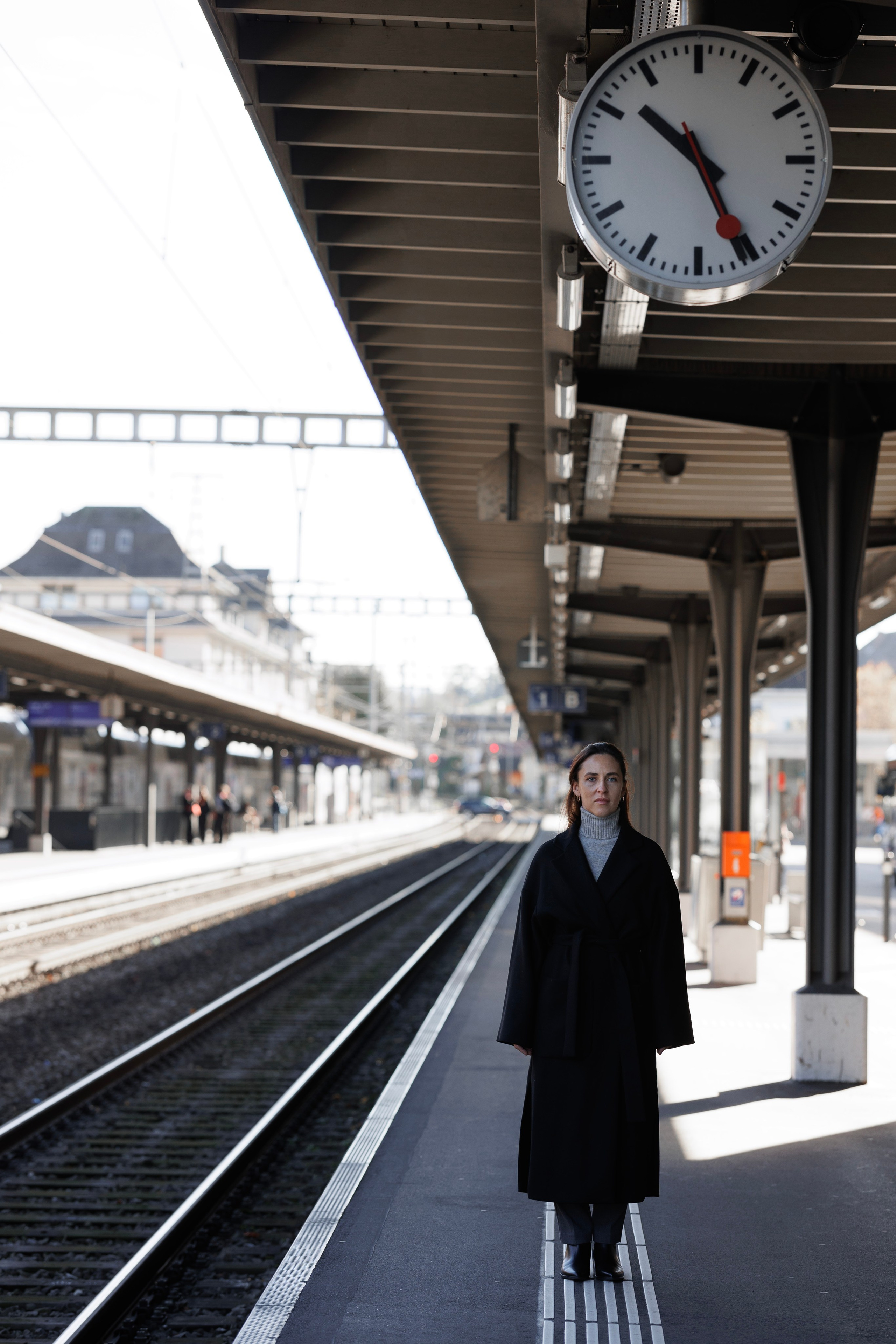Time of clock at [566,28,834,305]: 10:26
